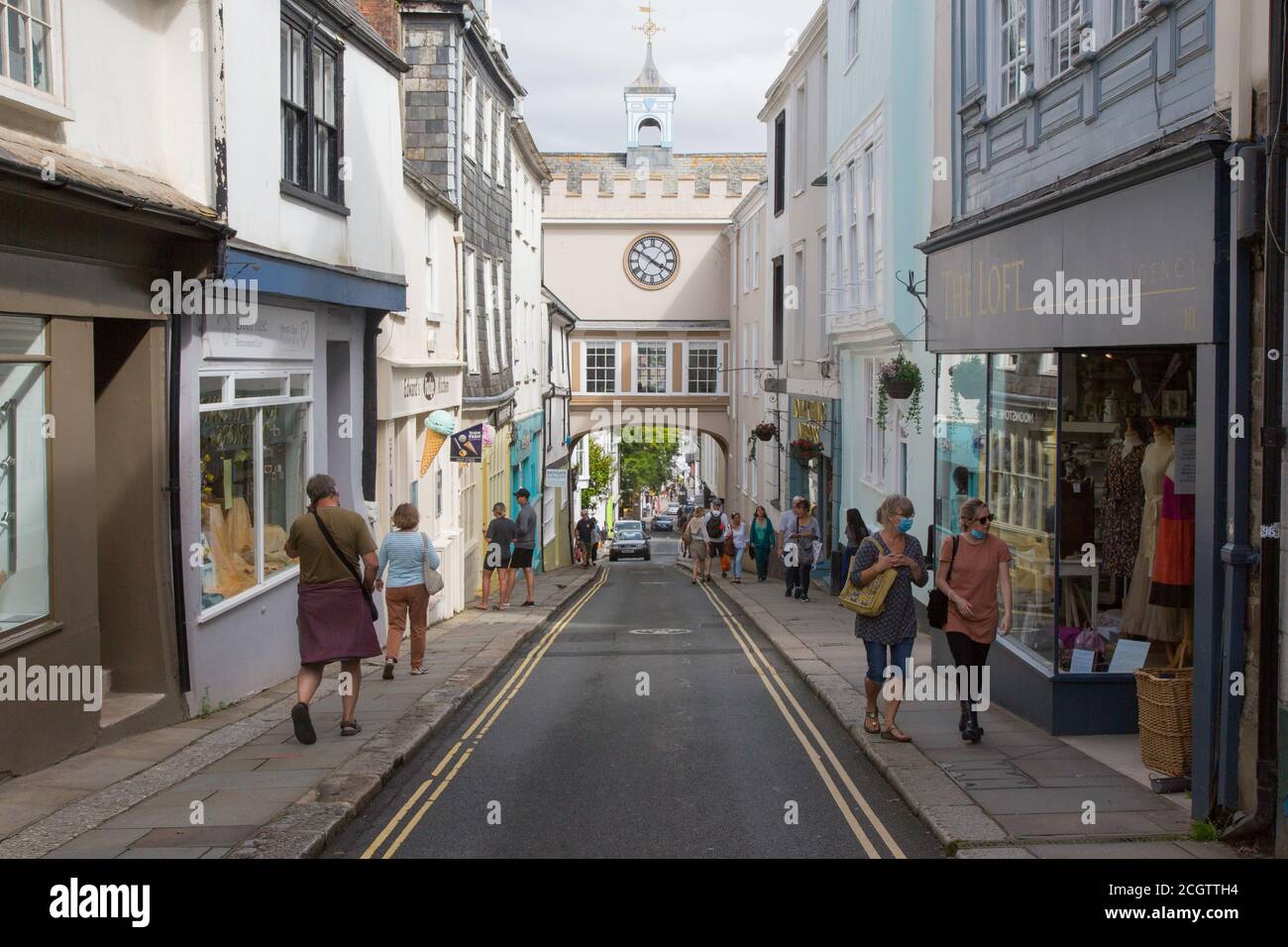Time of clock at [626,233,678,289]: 3:50
